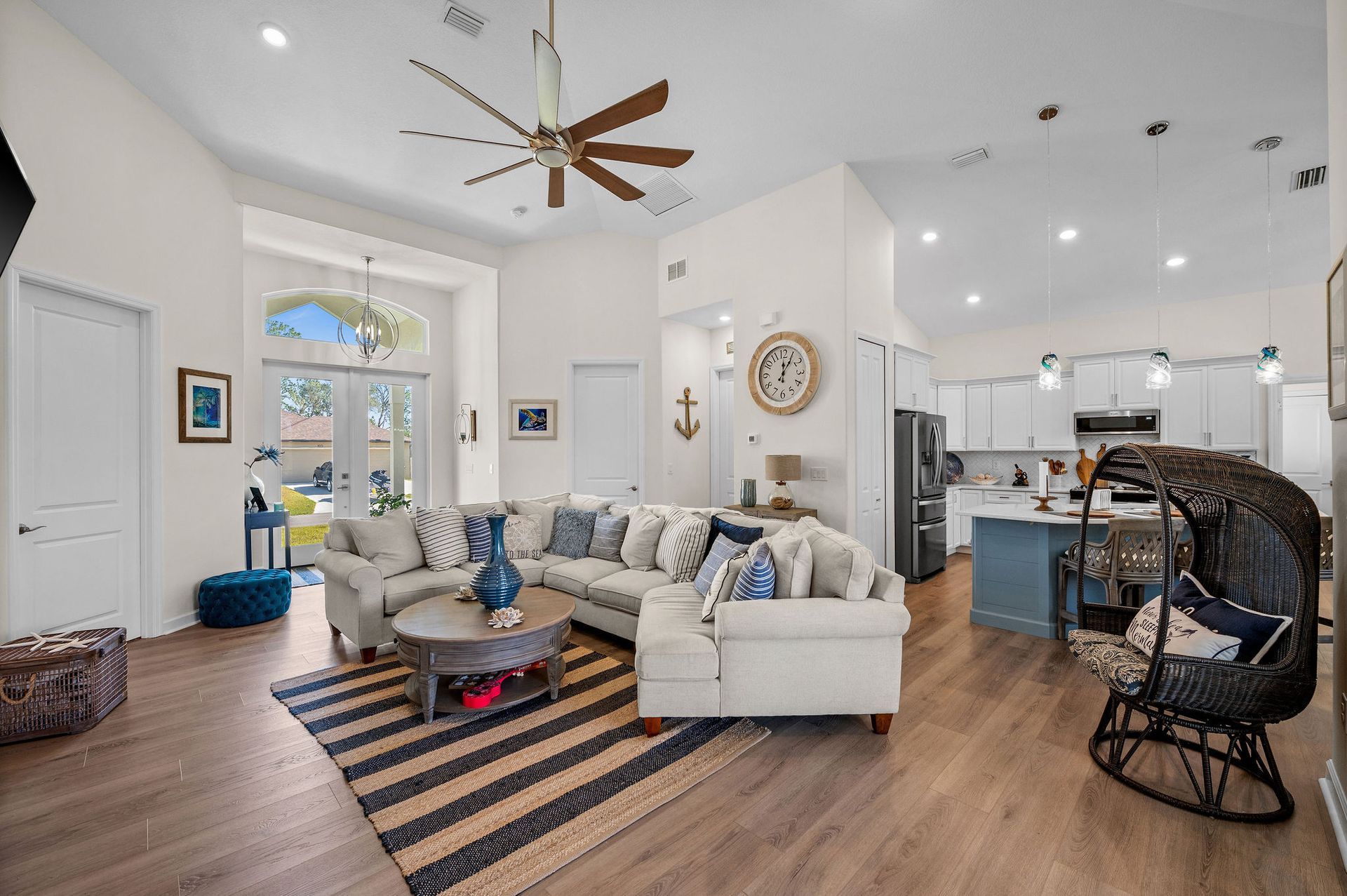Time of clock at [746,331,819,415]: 12:05
